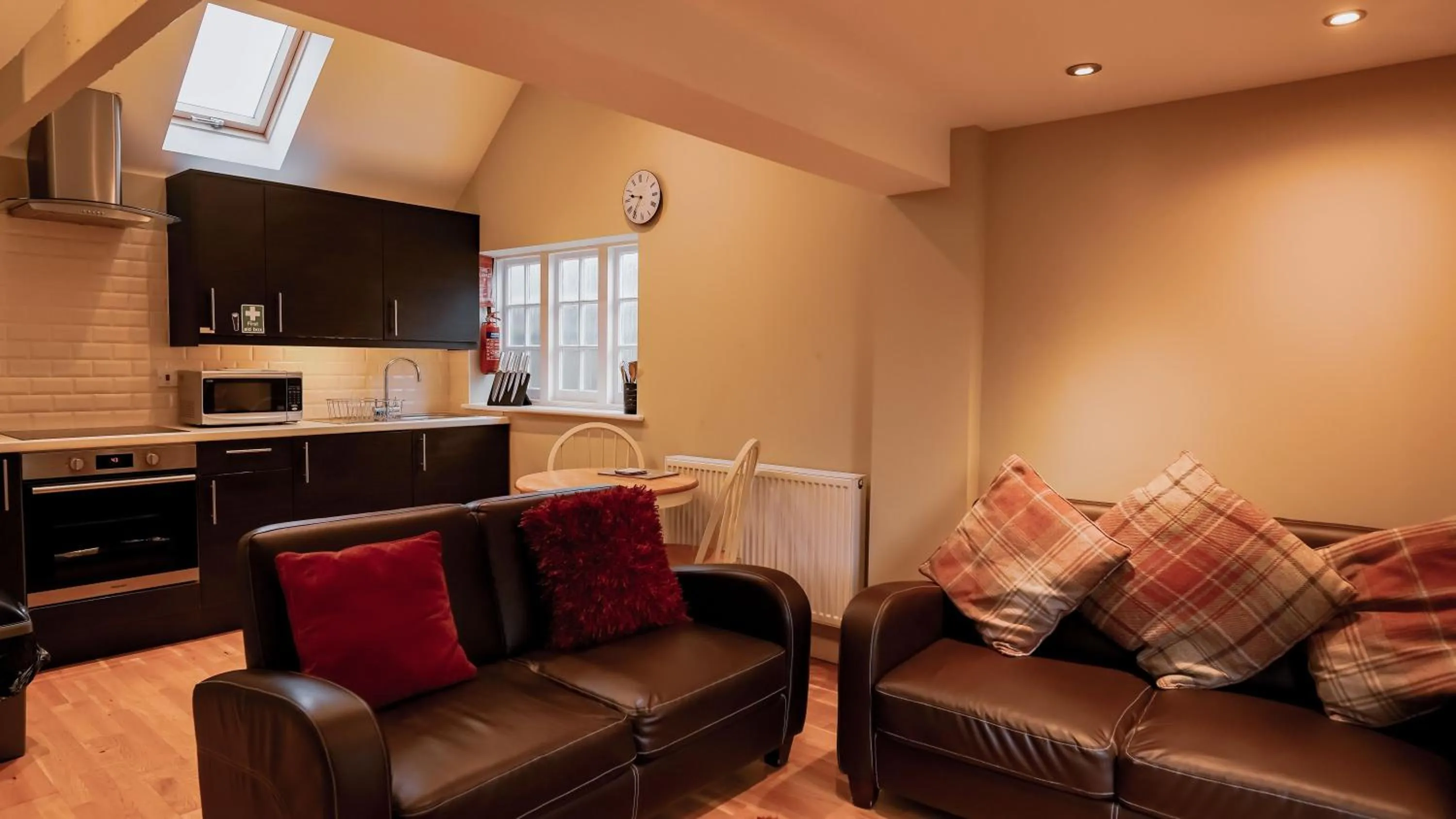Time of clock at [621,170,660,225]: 9:36
